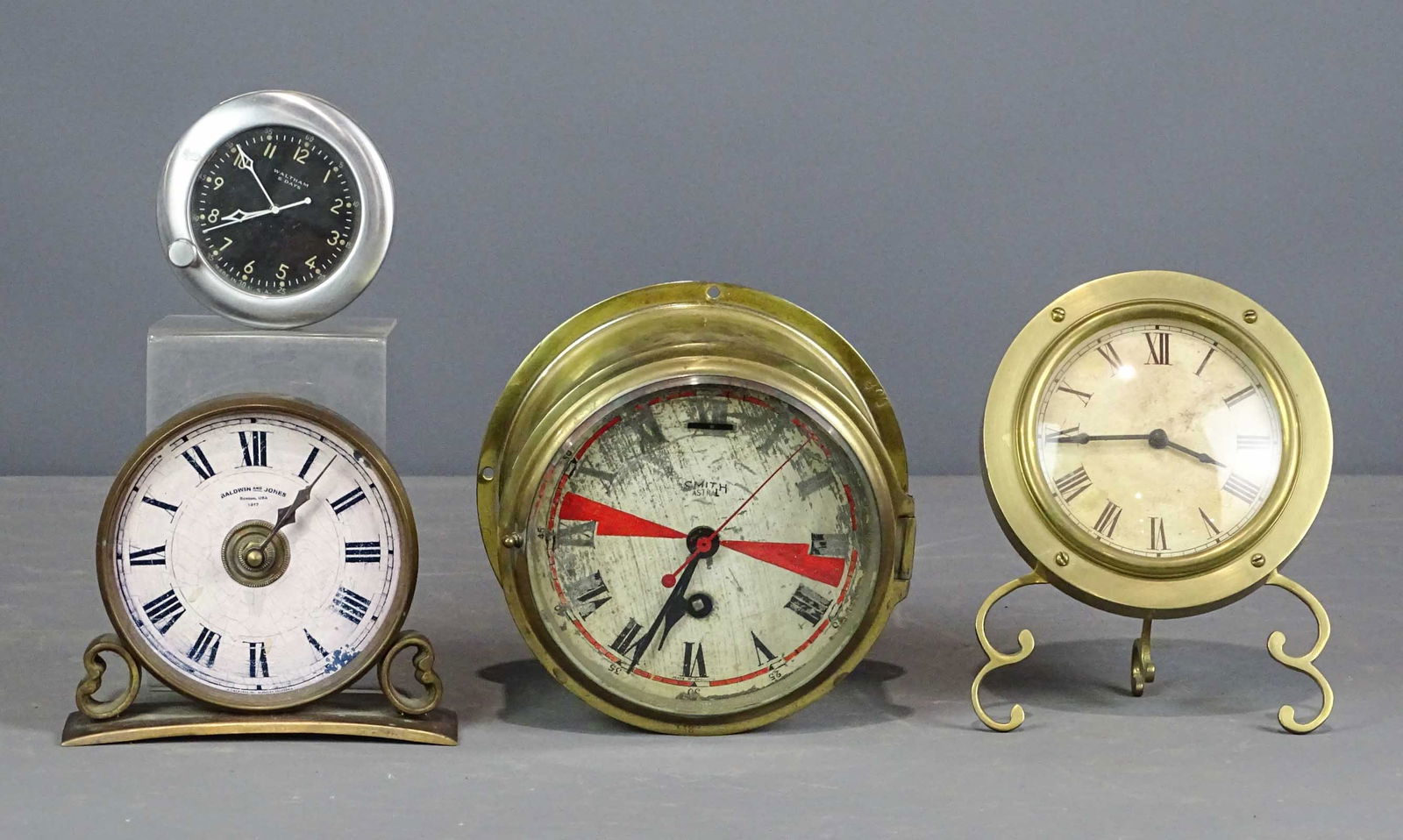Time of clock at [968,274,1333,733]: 3:44
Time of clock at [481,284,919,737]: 6:34
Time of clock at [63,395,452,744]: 1:06
